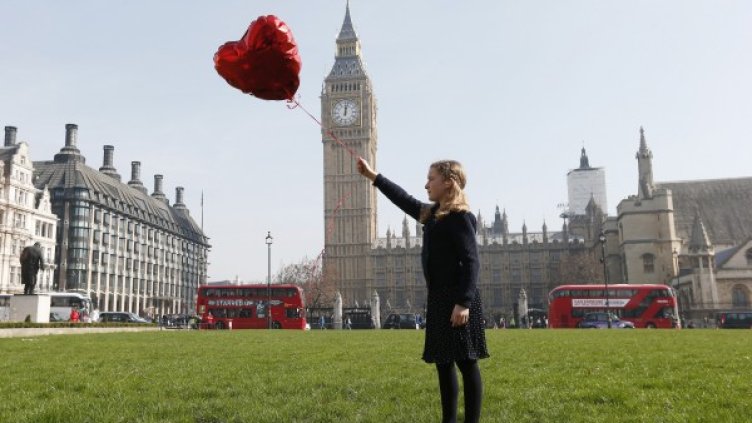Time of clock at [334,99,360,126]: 12:02
